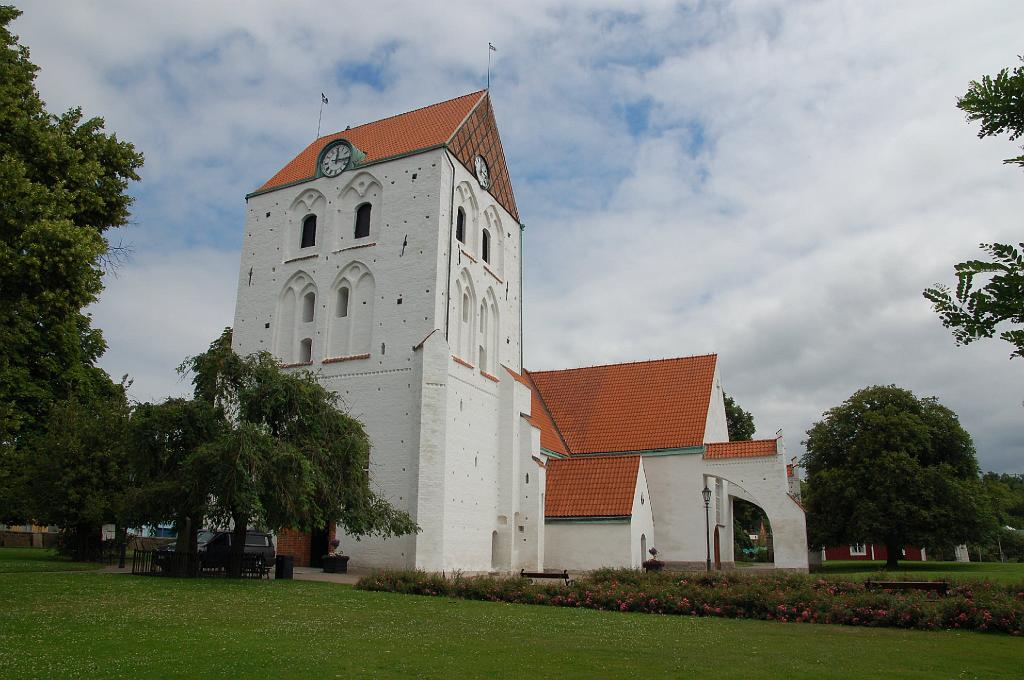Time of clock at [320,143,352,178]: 12:16
